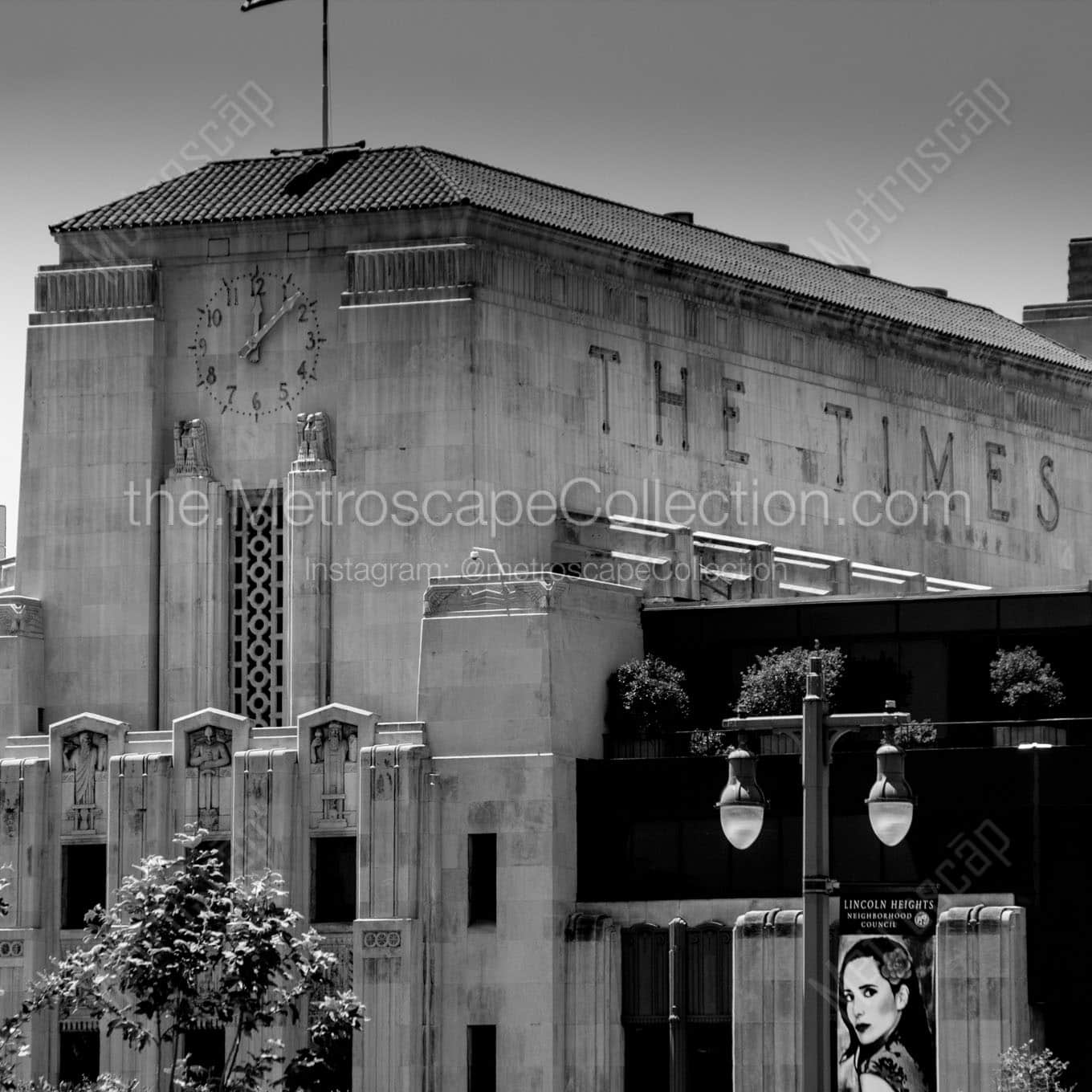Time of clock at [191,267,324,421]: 12:07
